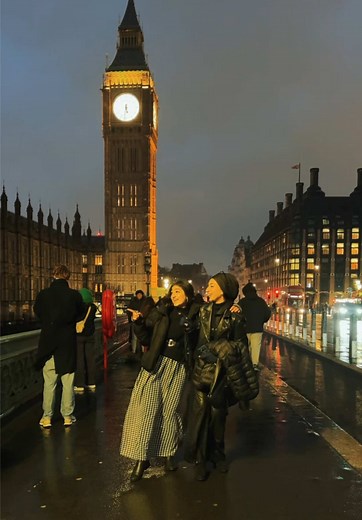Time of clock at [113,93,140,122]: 5:31
